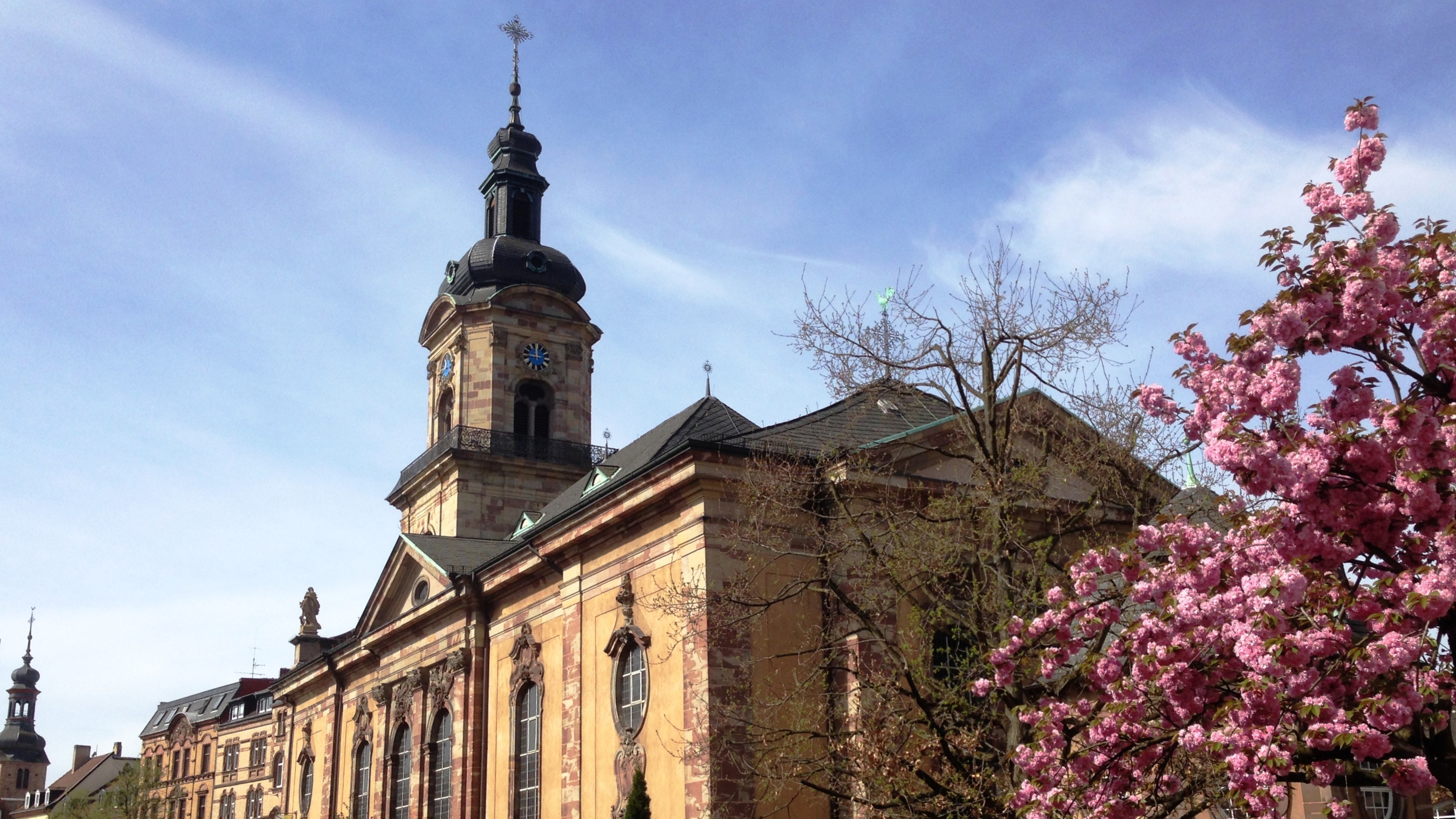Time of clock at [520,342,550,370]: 11:45
